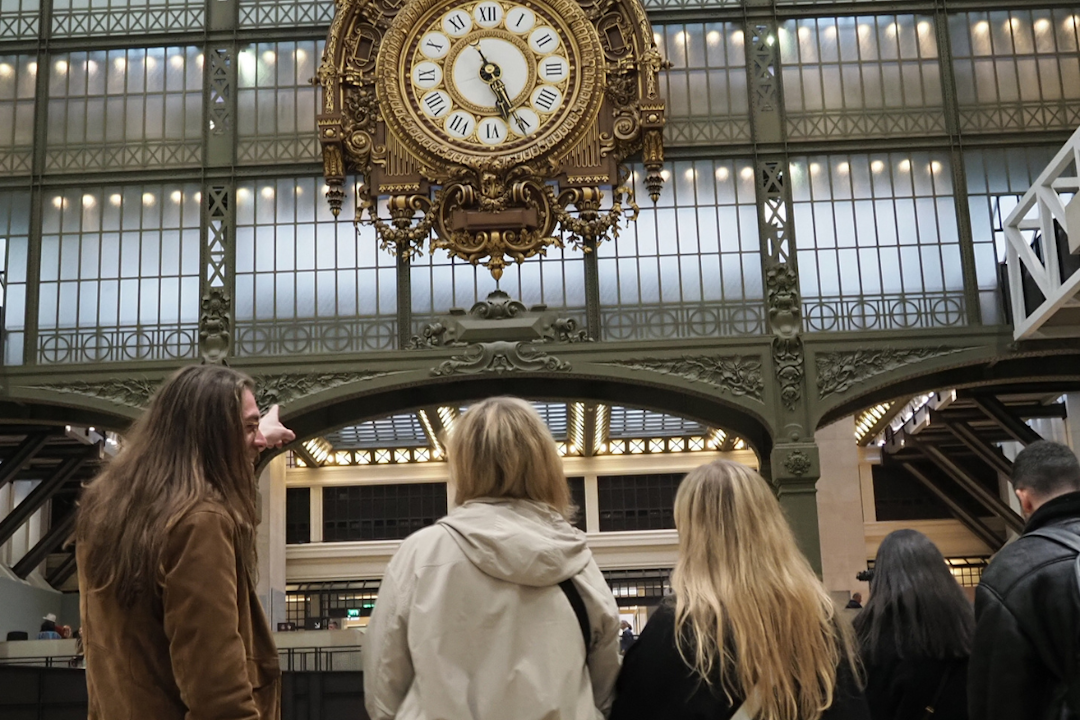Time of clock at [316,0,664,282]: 5:26
